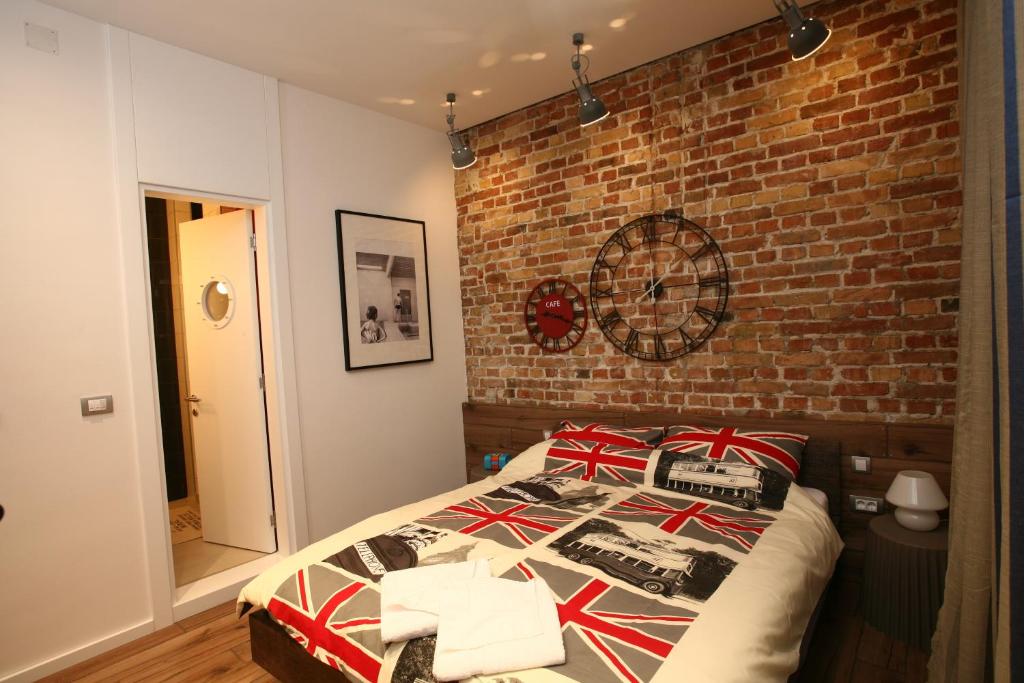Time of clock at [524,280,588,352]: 9:19
